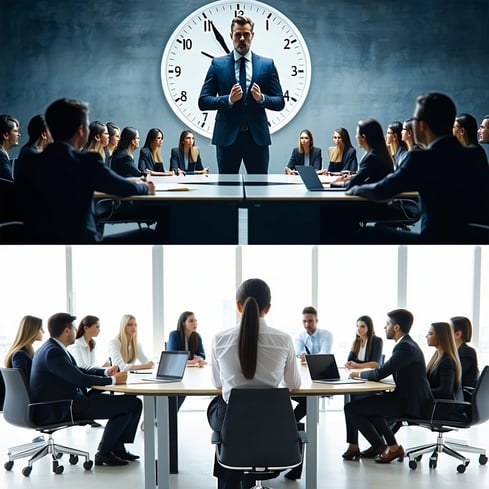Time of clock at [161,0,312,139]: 11:55
